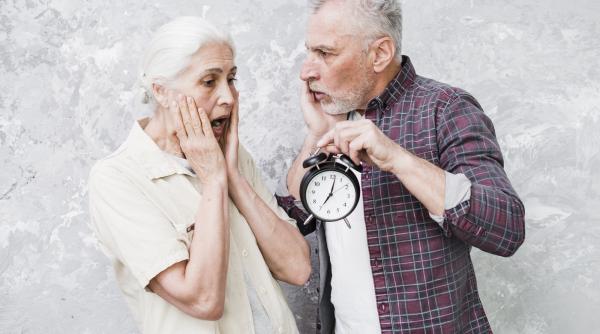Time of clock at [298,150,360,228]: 7:01
